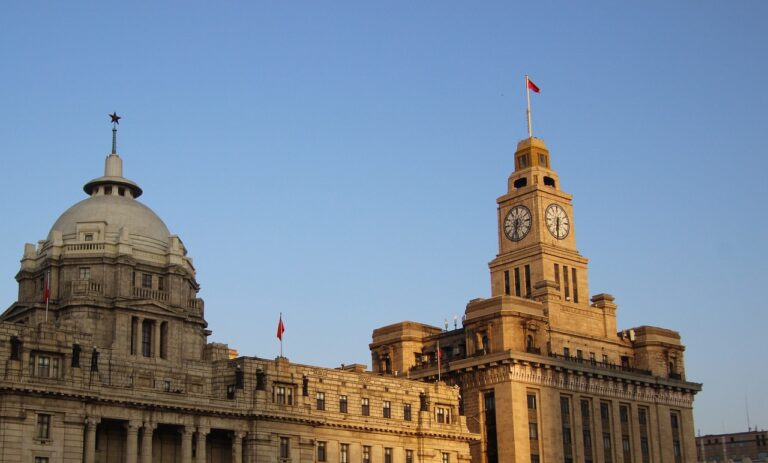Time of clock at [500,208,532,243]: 6:32
